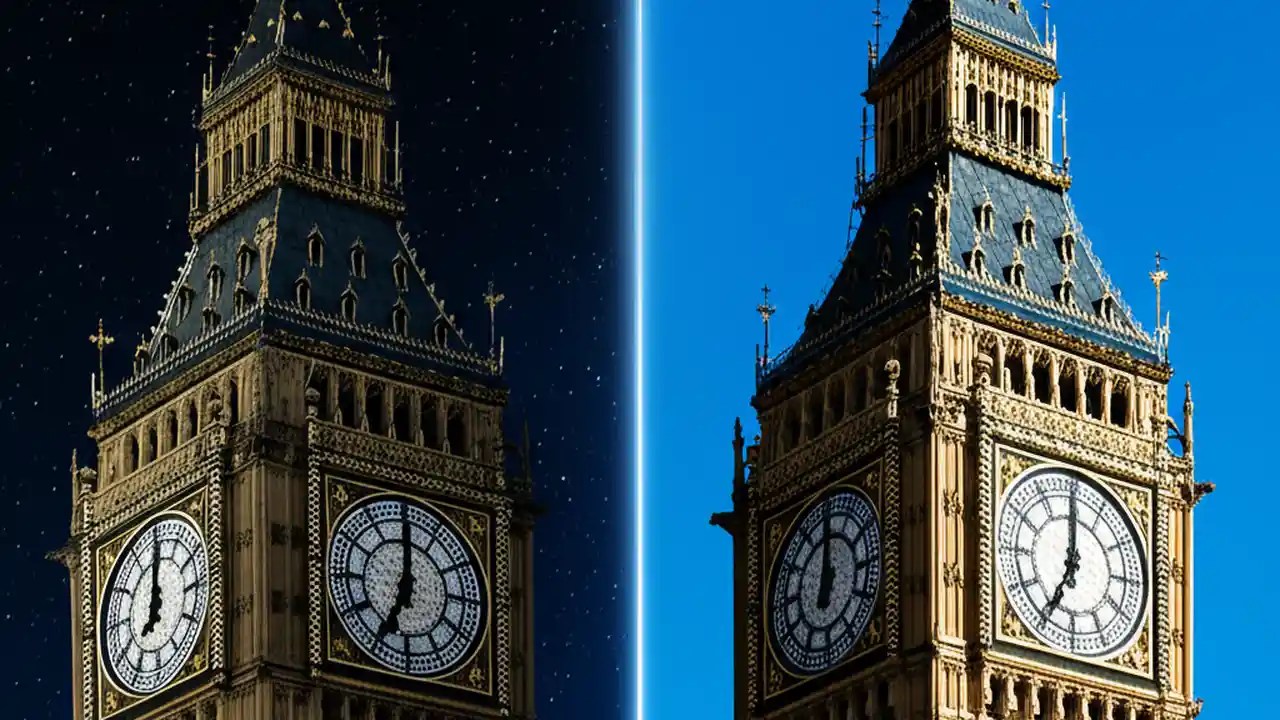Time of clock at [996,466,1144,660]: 7:00
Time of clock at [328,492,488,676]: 6:59
